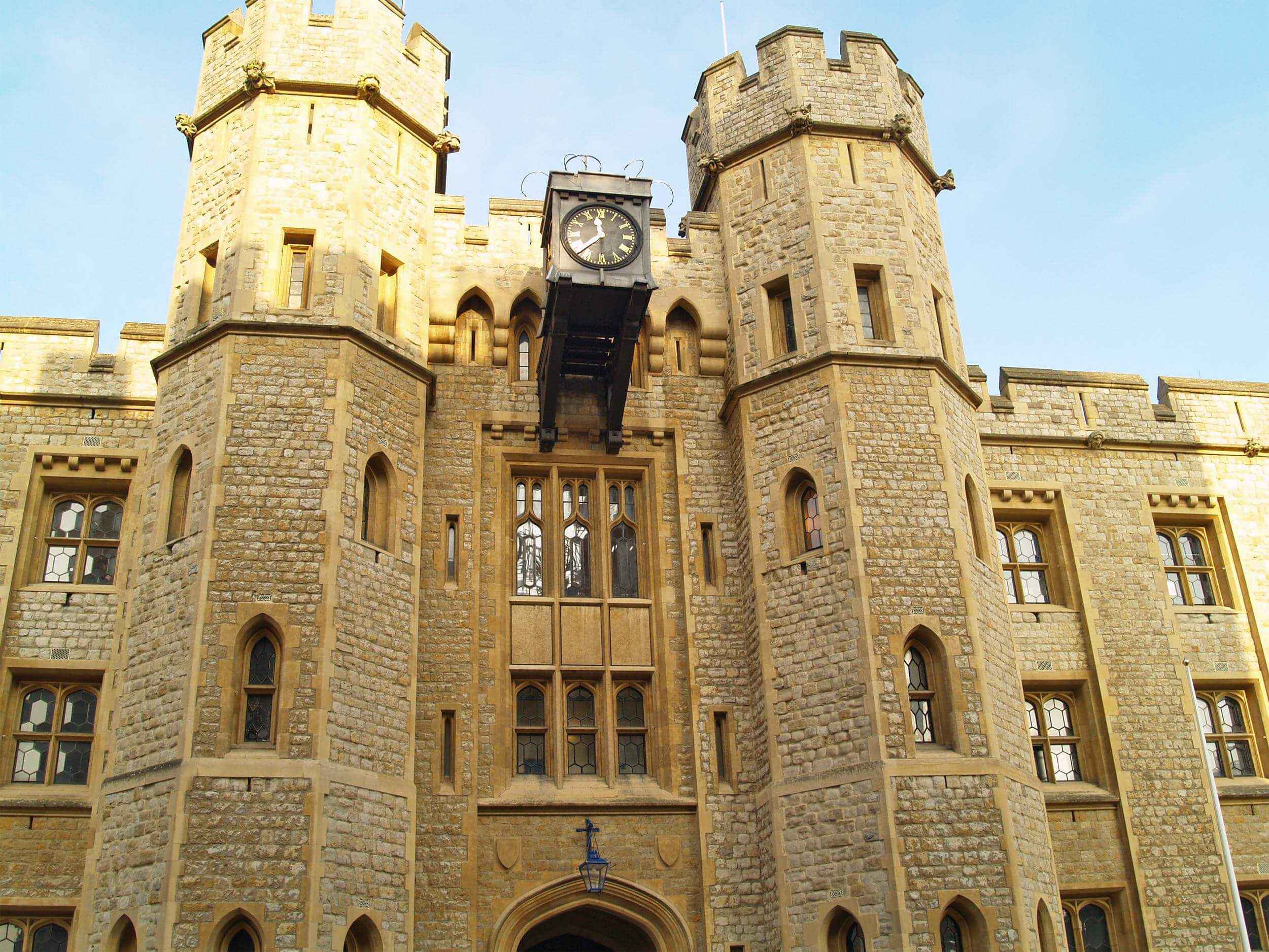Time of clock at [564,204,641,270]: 11:38
